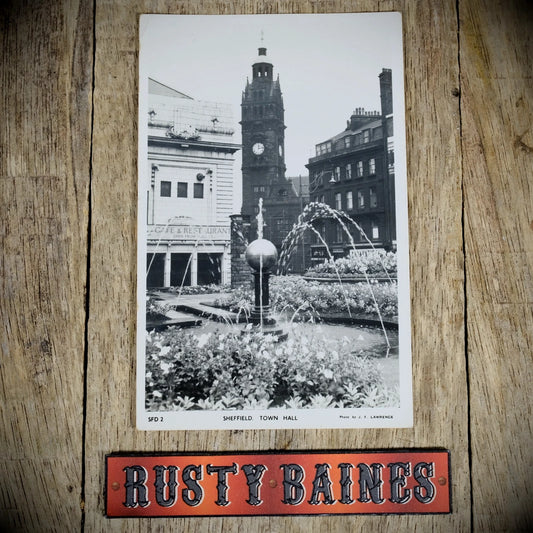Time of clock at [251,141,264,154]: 12:13
